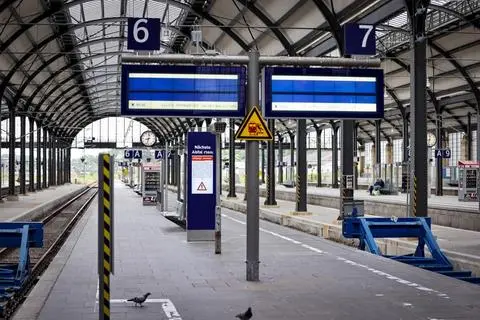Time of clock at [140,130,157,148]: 8:32
